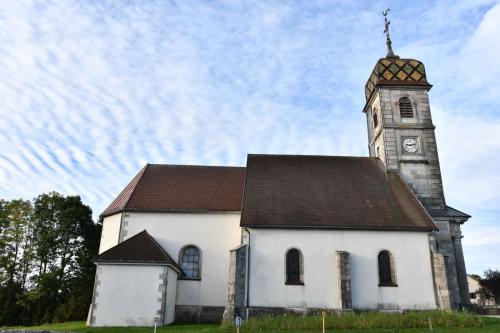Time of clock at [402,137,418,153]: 9:12
